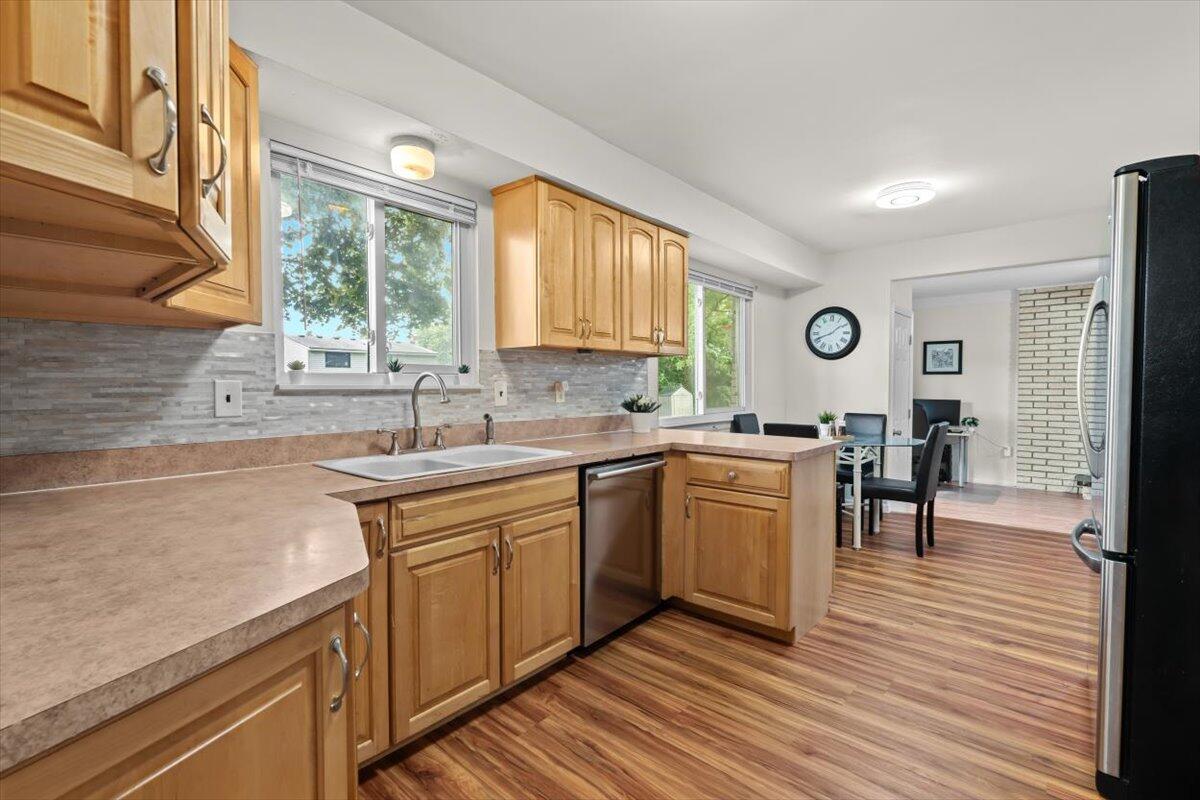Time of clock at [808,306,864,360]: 1:41
